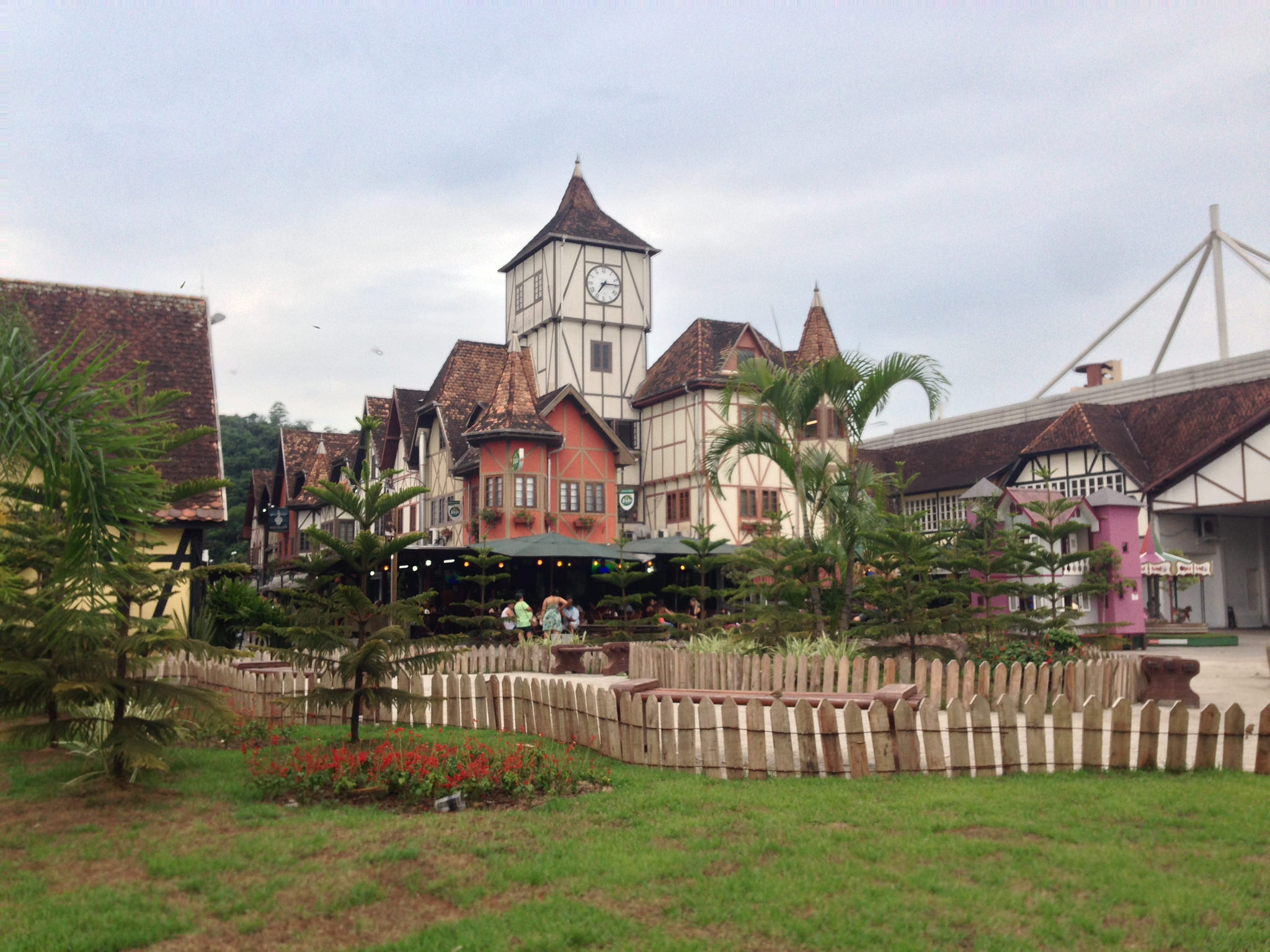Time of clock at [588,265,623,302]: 7:14
